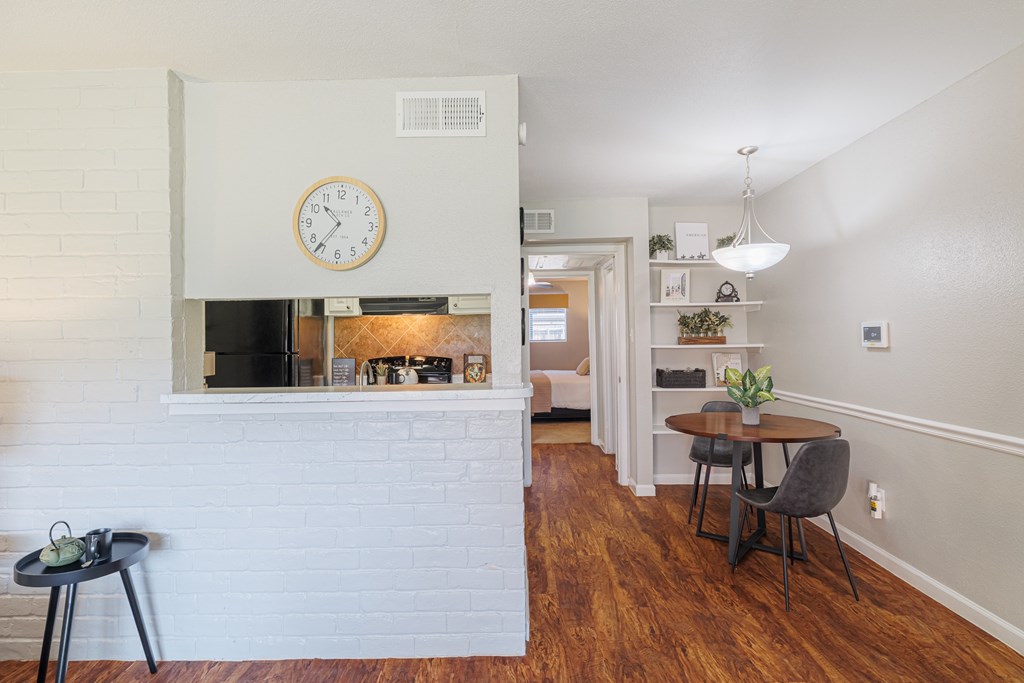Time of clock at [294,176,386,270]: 10:36
